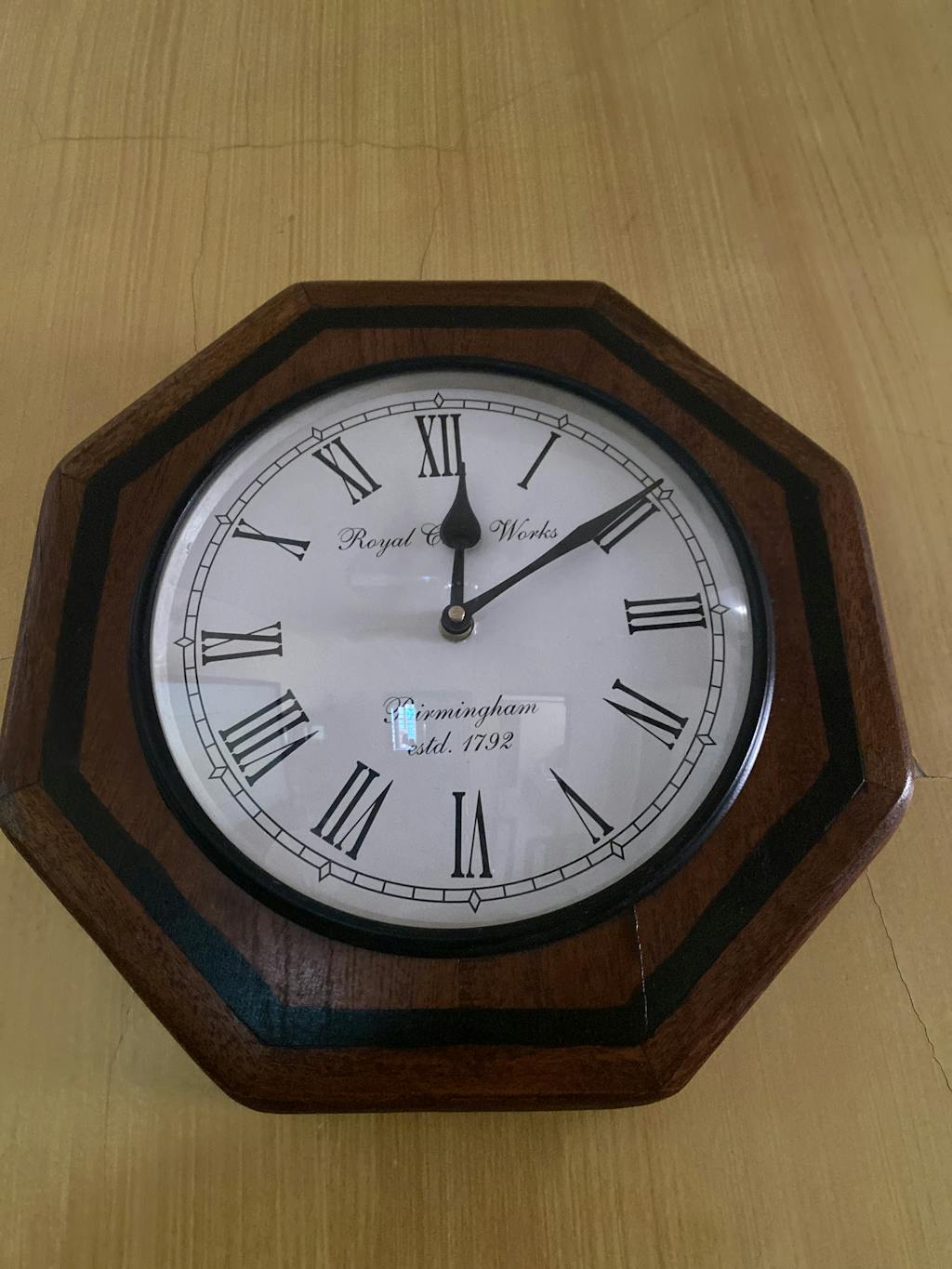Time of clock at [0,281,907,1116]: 12:09
